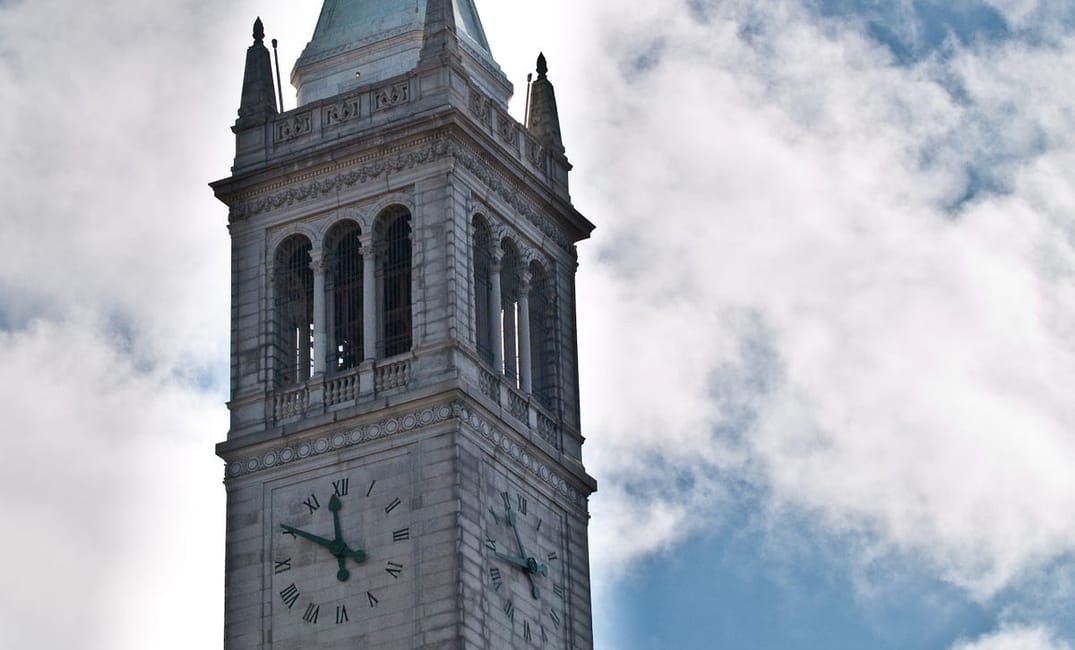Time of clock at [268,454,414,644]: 11:50
